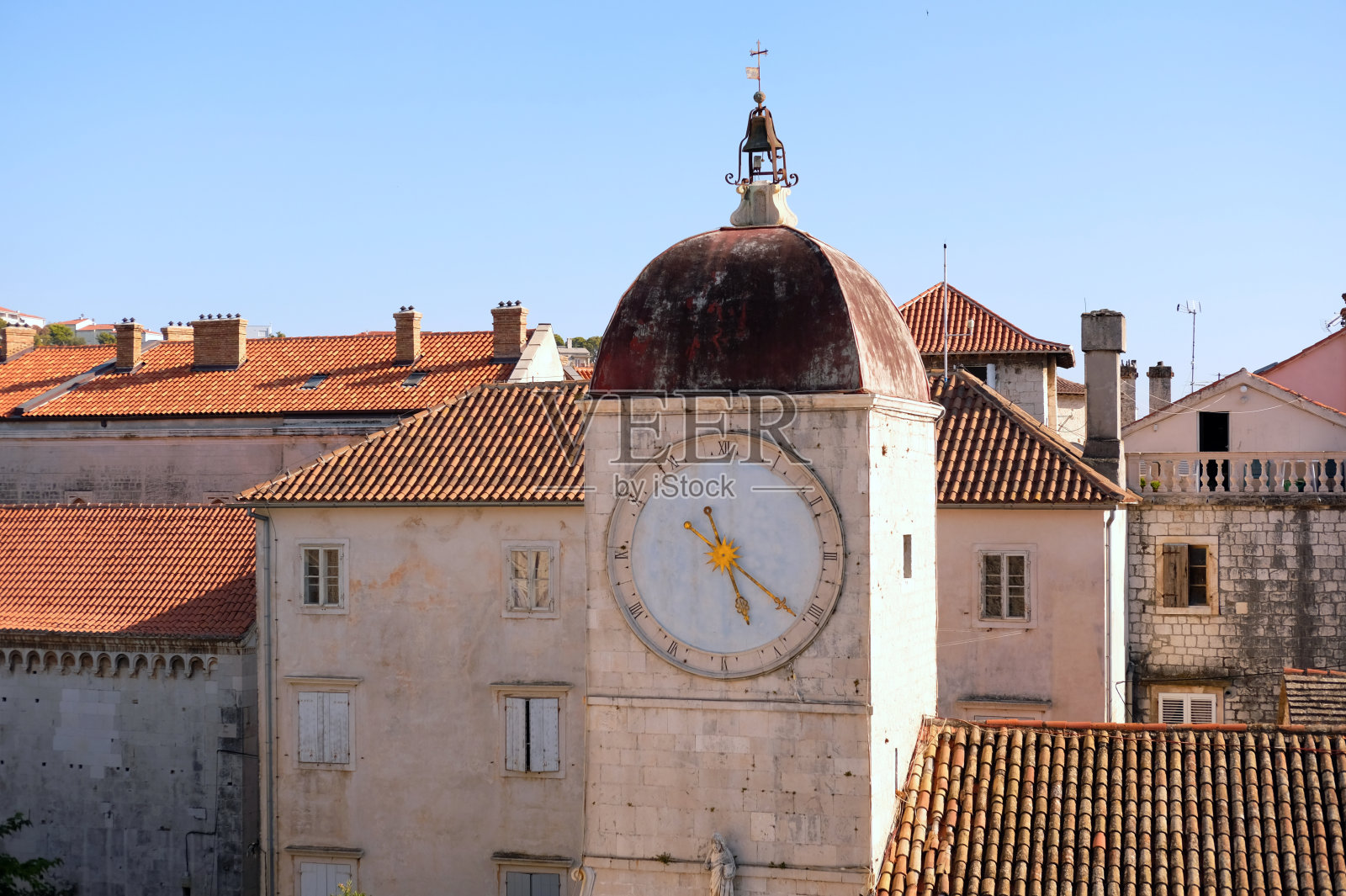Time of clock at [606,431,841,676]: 5:21
